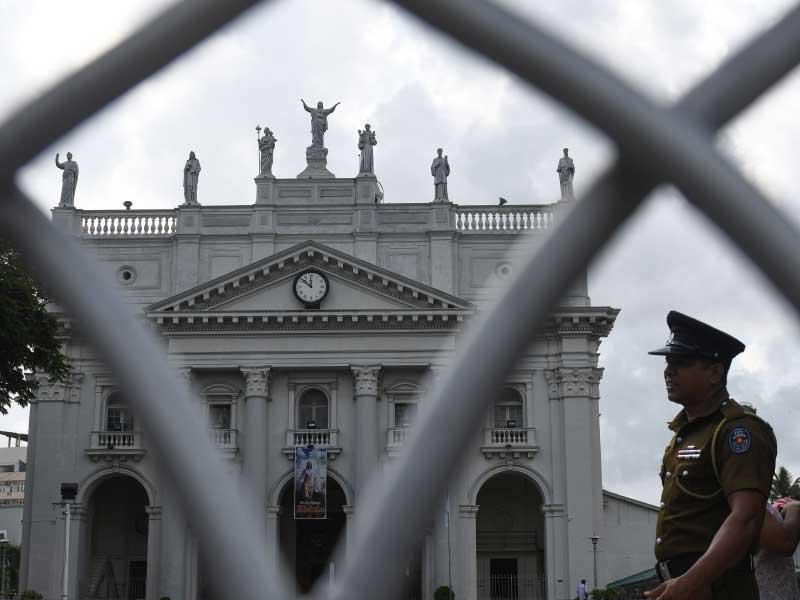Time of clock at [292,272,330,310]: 11:51
